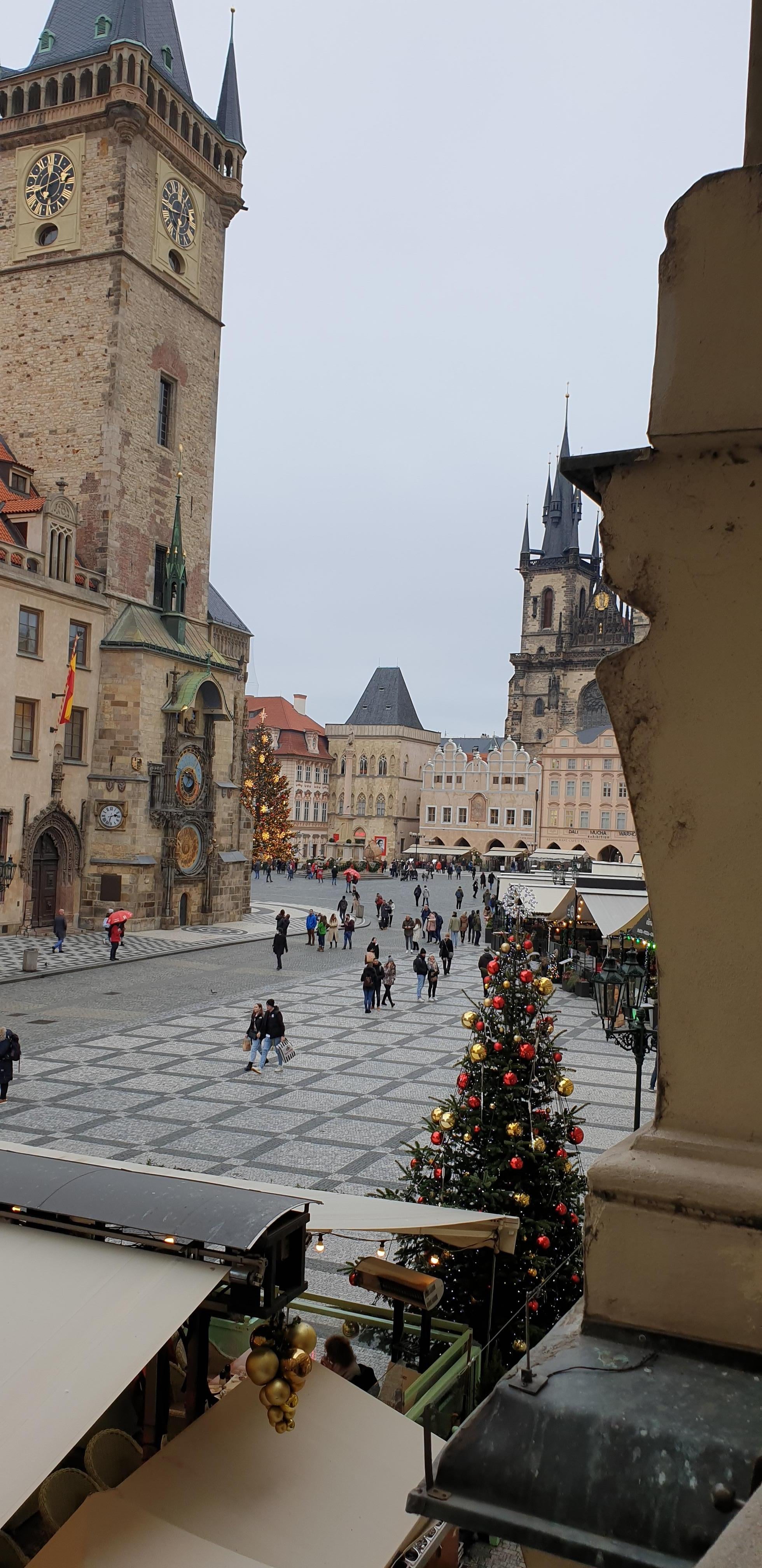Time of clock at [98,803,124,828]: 2:32
